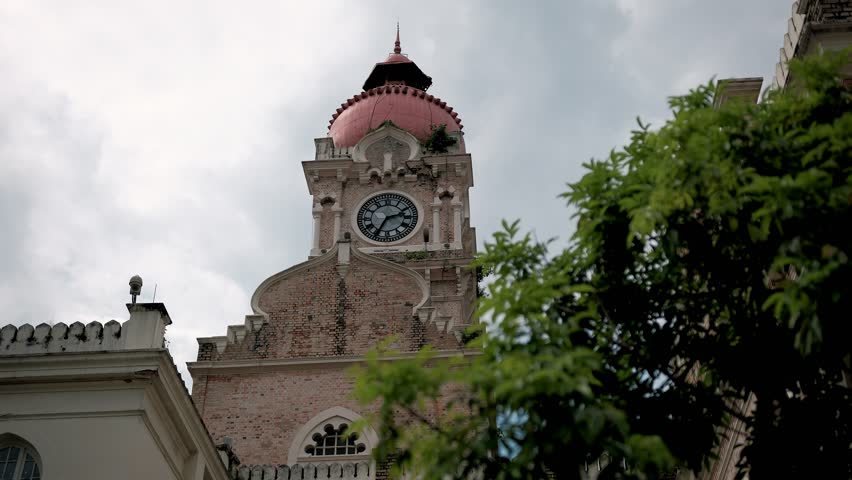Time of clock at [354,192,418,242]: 2:34
